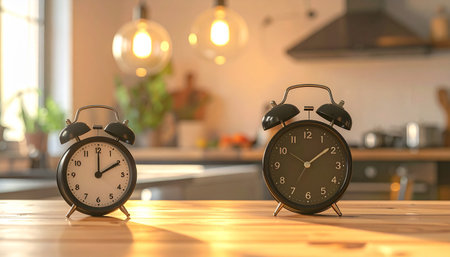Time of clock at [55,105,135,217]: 2:00
